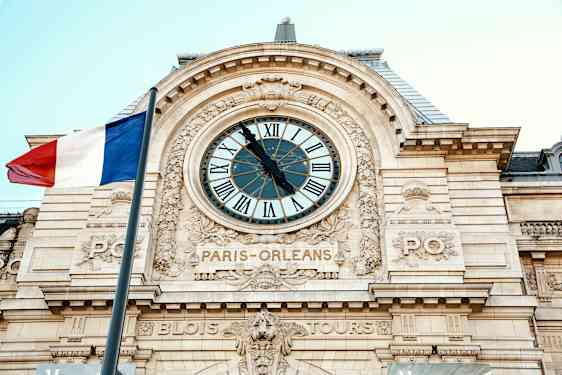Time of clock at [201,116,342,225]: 4:54
